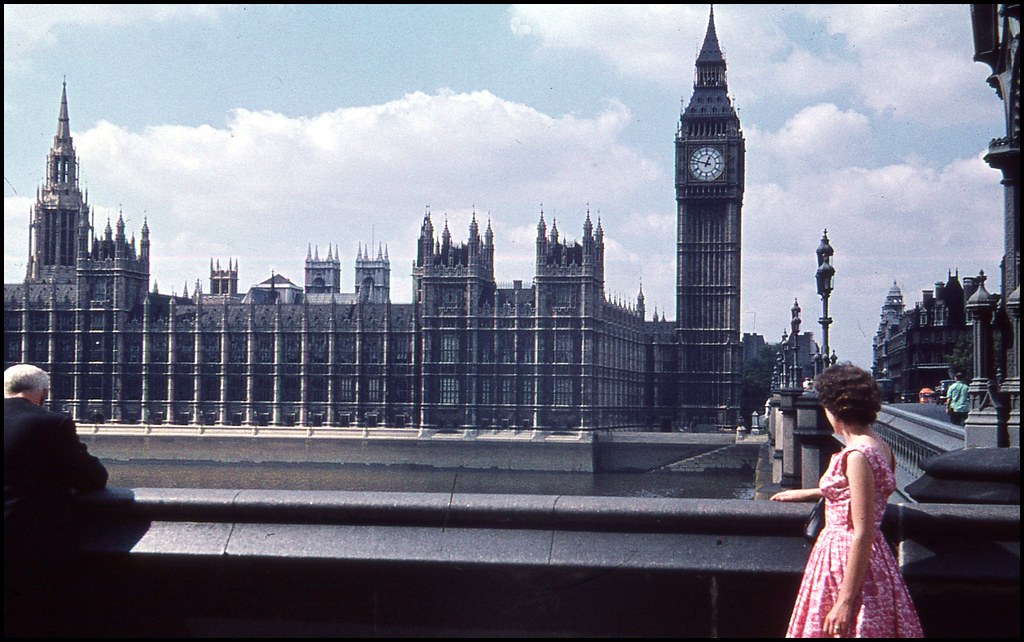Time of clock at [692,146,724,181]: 12:47
